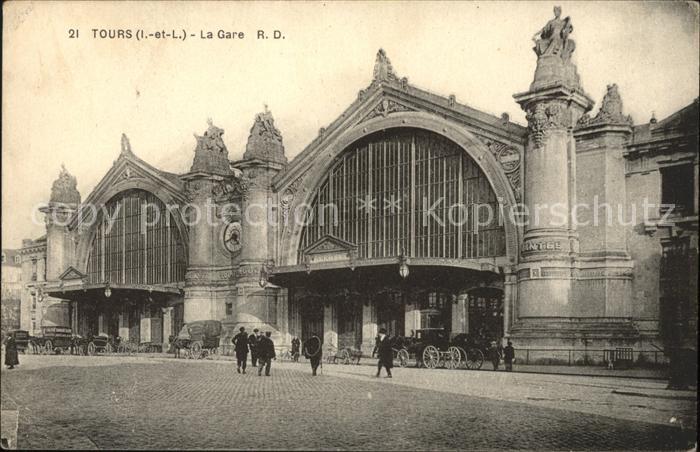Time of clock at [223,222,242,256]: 4:40
